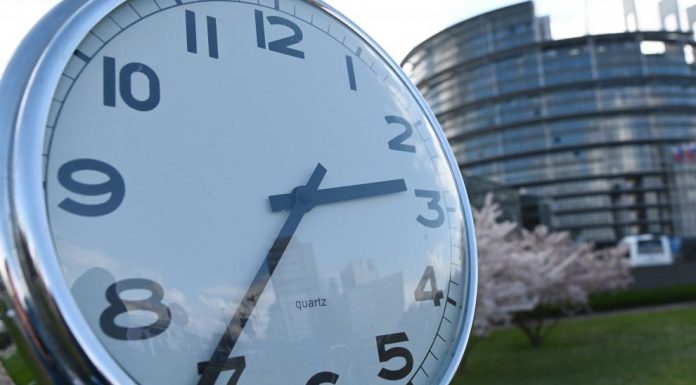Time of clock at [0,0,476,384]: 2:36
